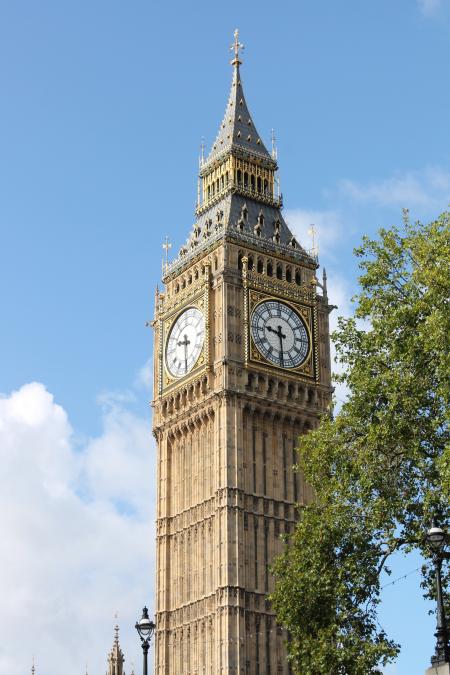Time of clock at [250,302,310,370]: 9:29
